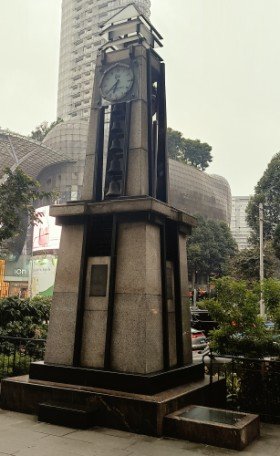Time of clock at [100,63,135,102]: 6:38
